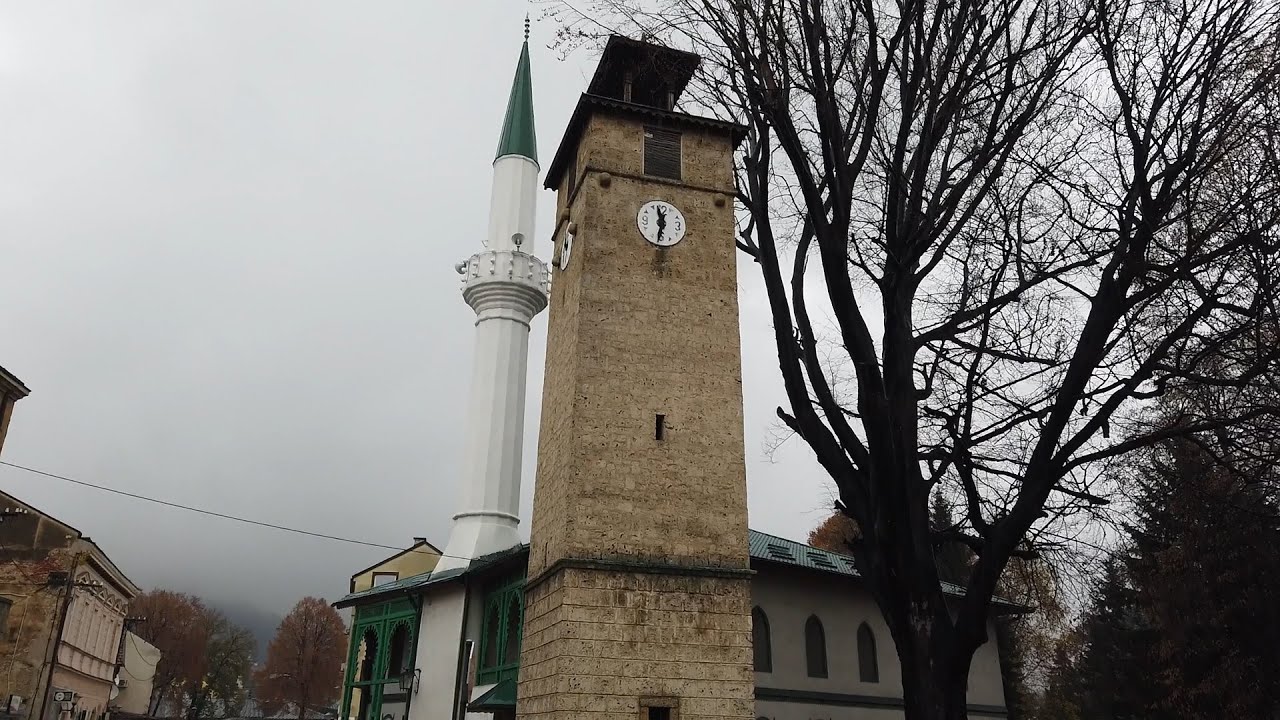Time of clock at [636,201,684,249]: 11:32
